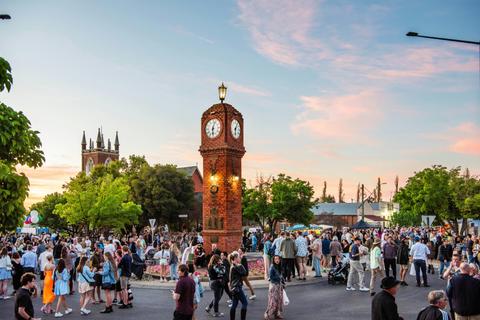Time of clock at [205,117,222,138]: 6:03
